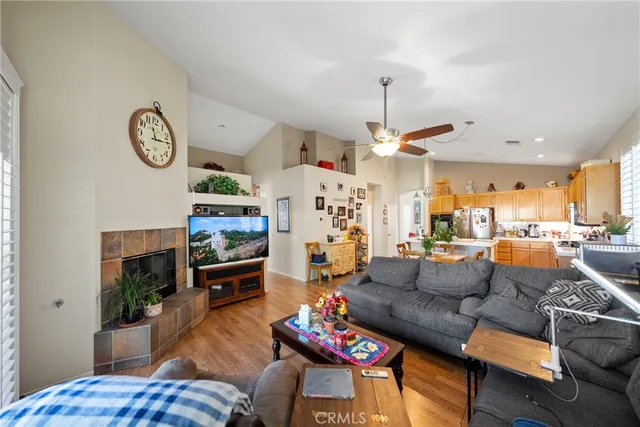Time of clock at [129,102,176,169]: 11:13
